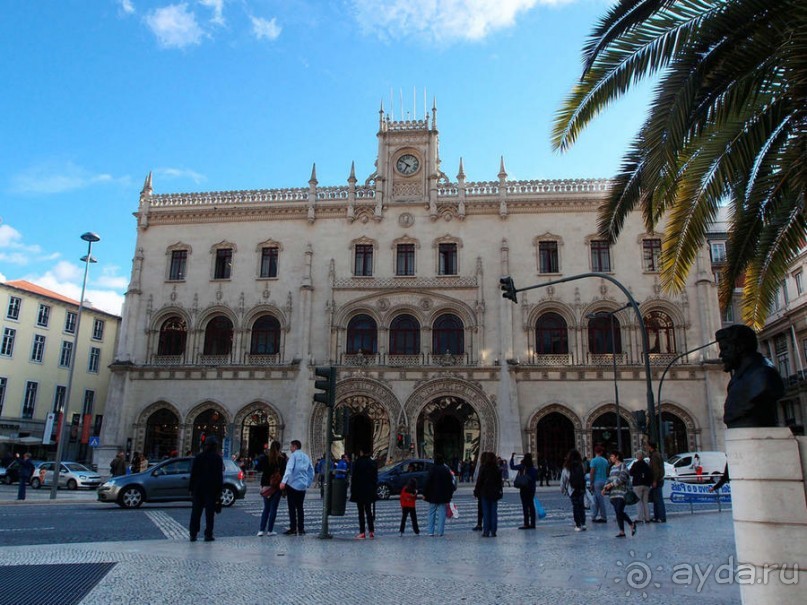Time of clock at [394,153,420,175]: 6:51
